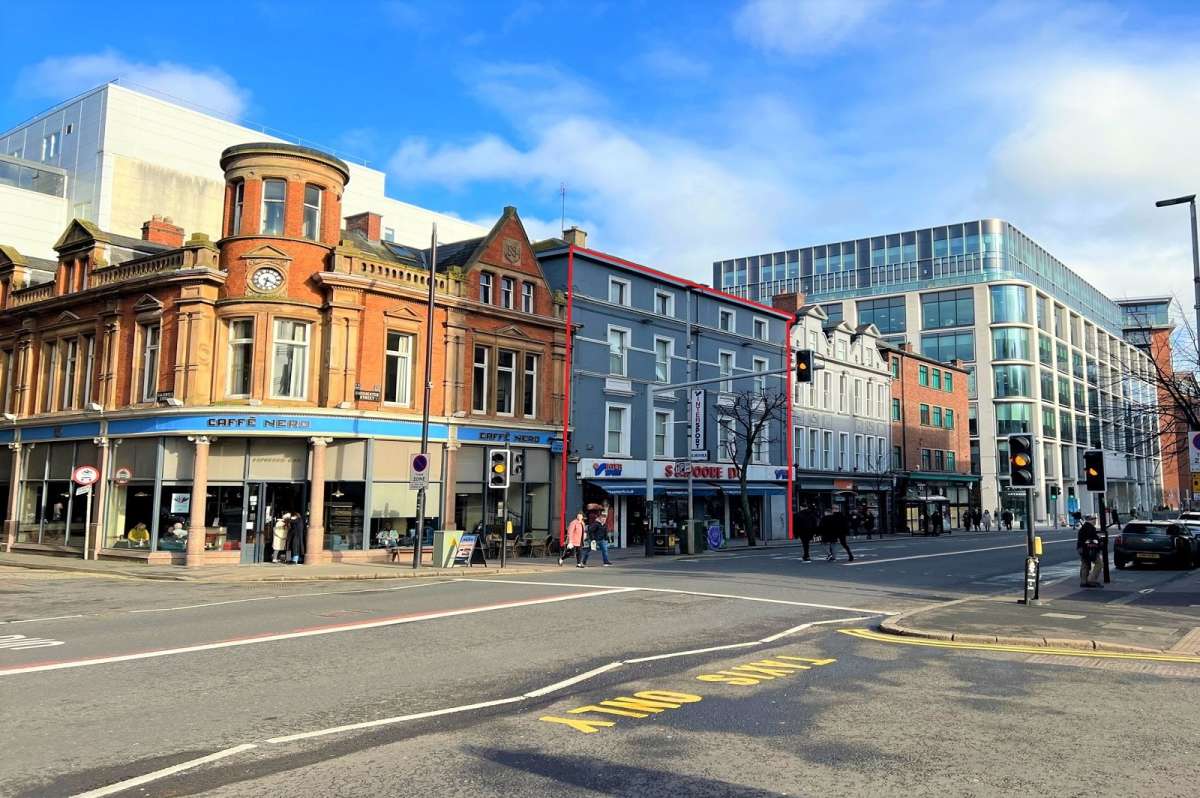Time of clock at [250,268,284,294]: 6:20
